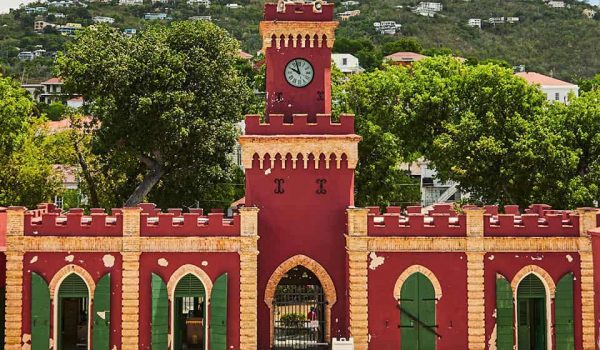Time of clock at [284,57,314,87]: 9:57
